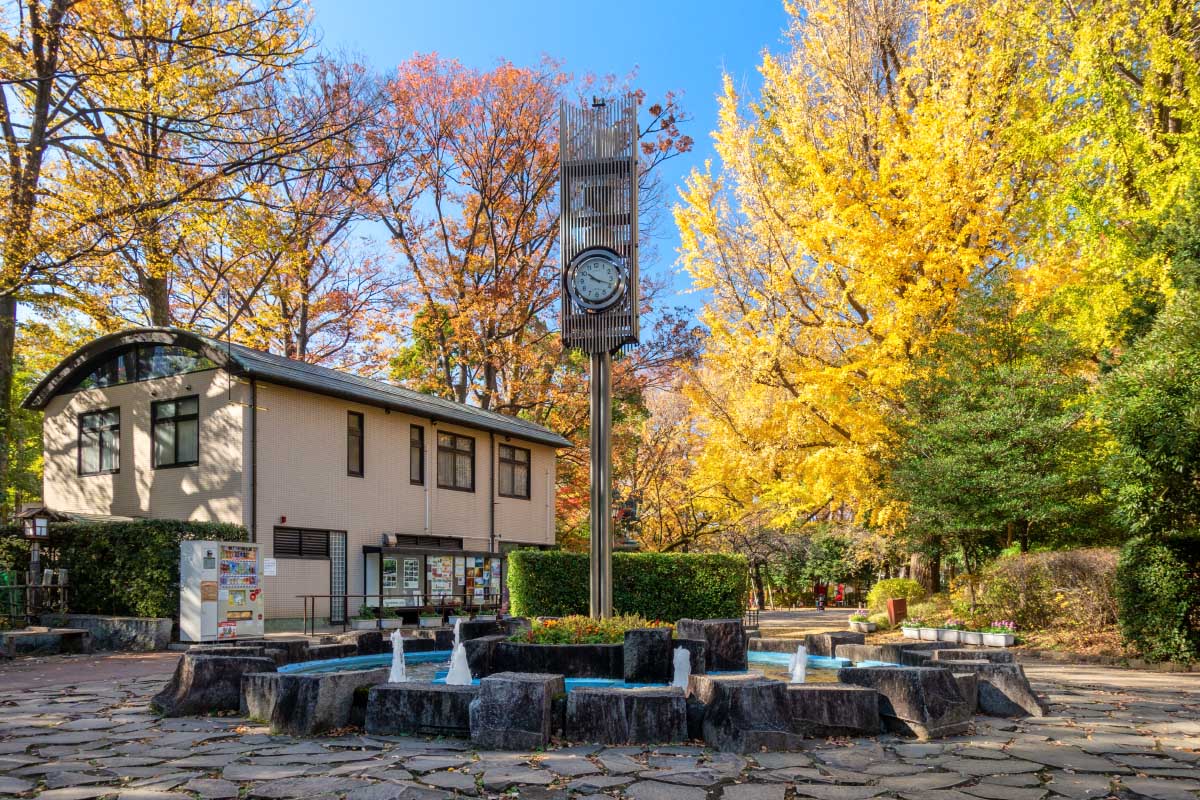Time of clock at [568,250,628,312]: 10:18
